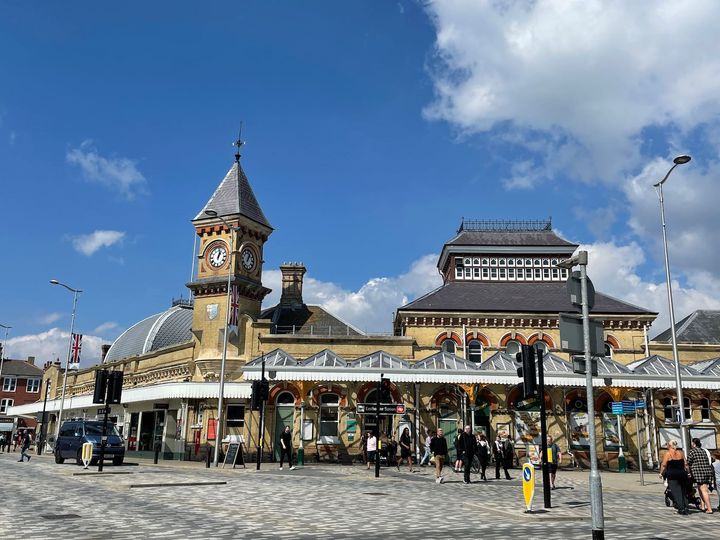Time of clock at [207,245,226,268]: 1:02
